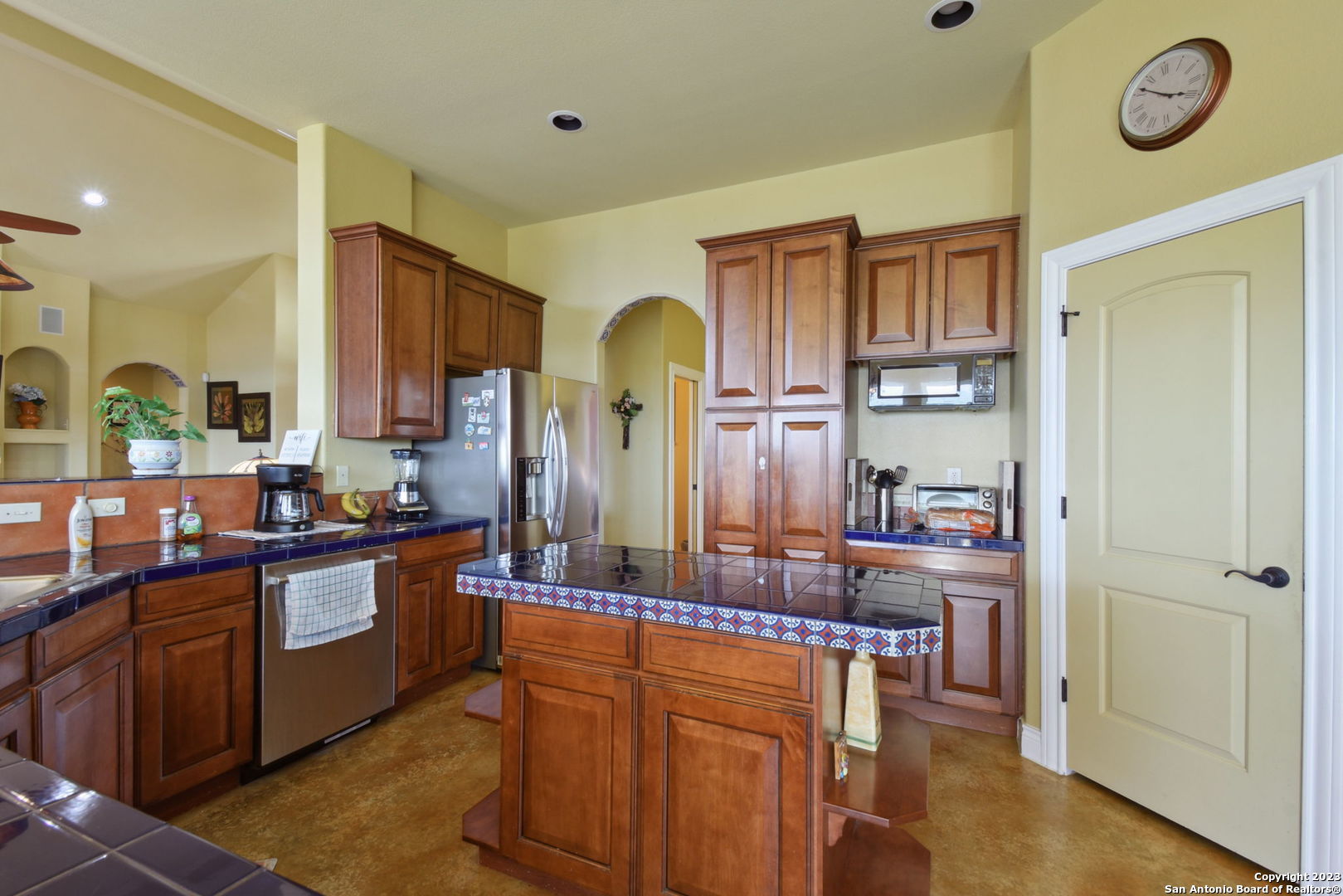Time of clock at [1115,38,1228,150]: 3:51
